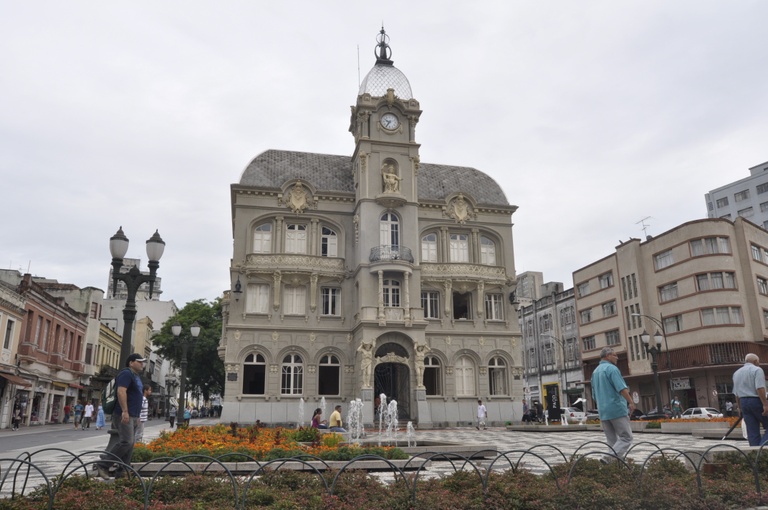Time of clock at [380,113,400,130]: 9:35
